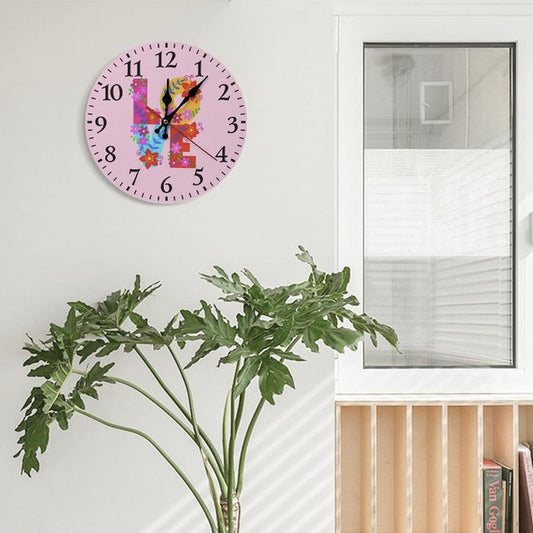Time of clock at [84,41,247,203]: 12:06
